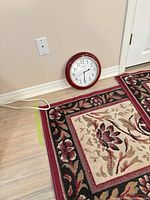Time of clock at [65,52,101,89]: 2:31
